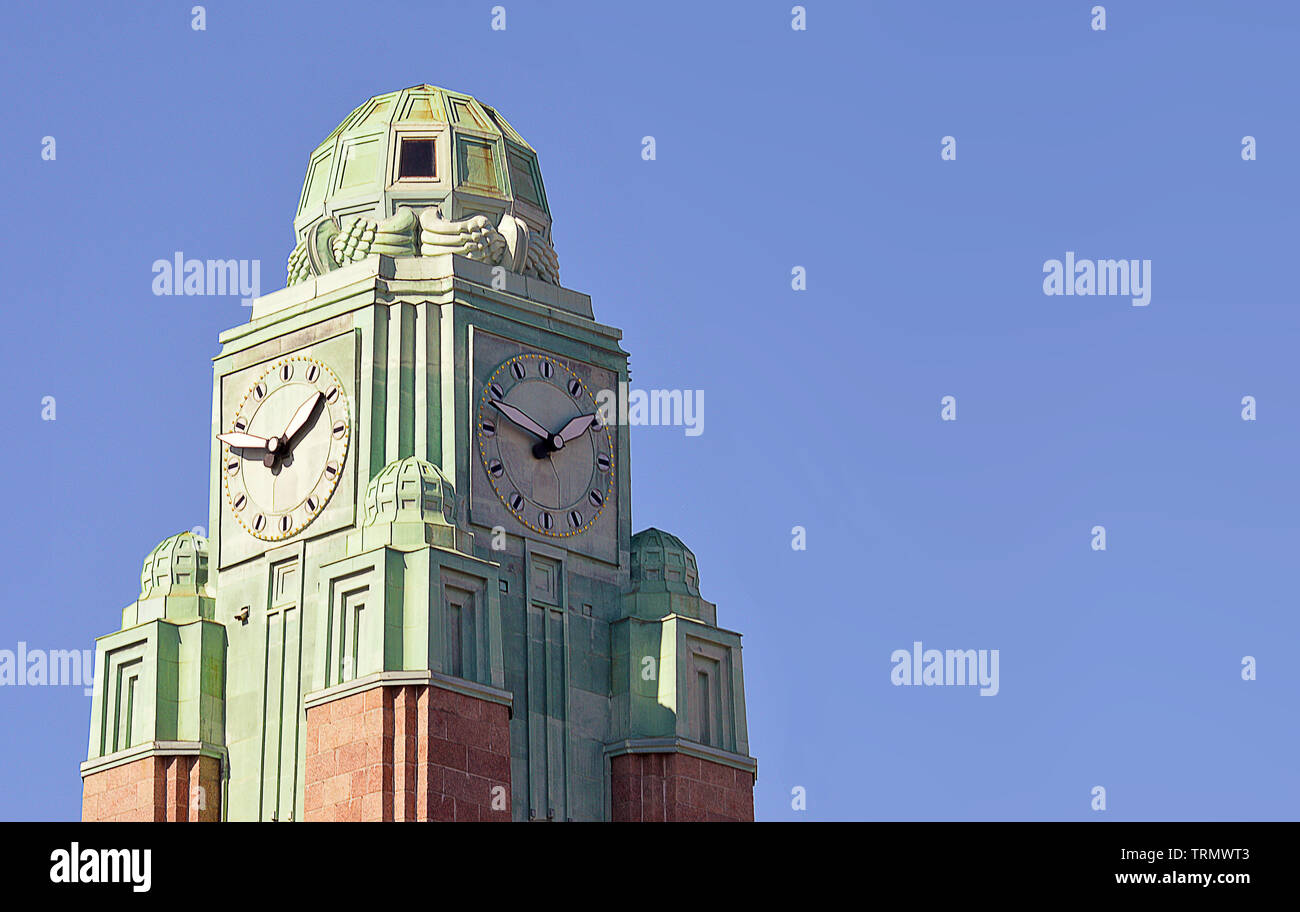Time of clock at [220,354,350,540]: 1:46
